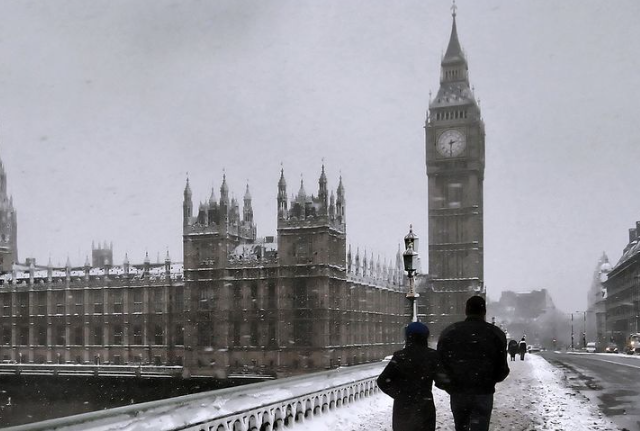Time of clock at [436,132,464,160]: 2:31
